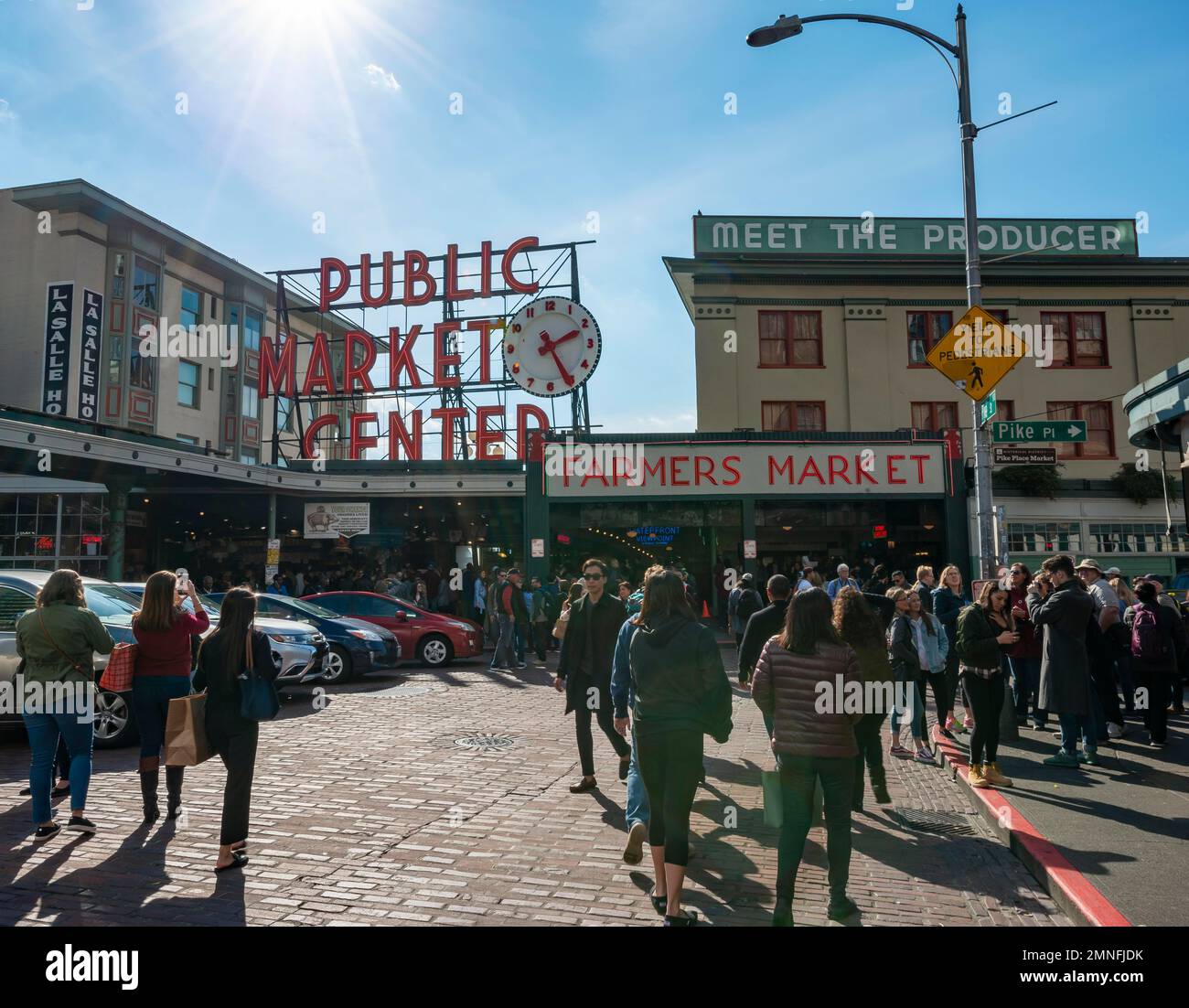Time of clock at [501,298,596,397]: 2:25
